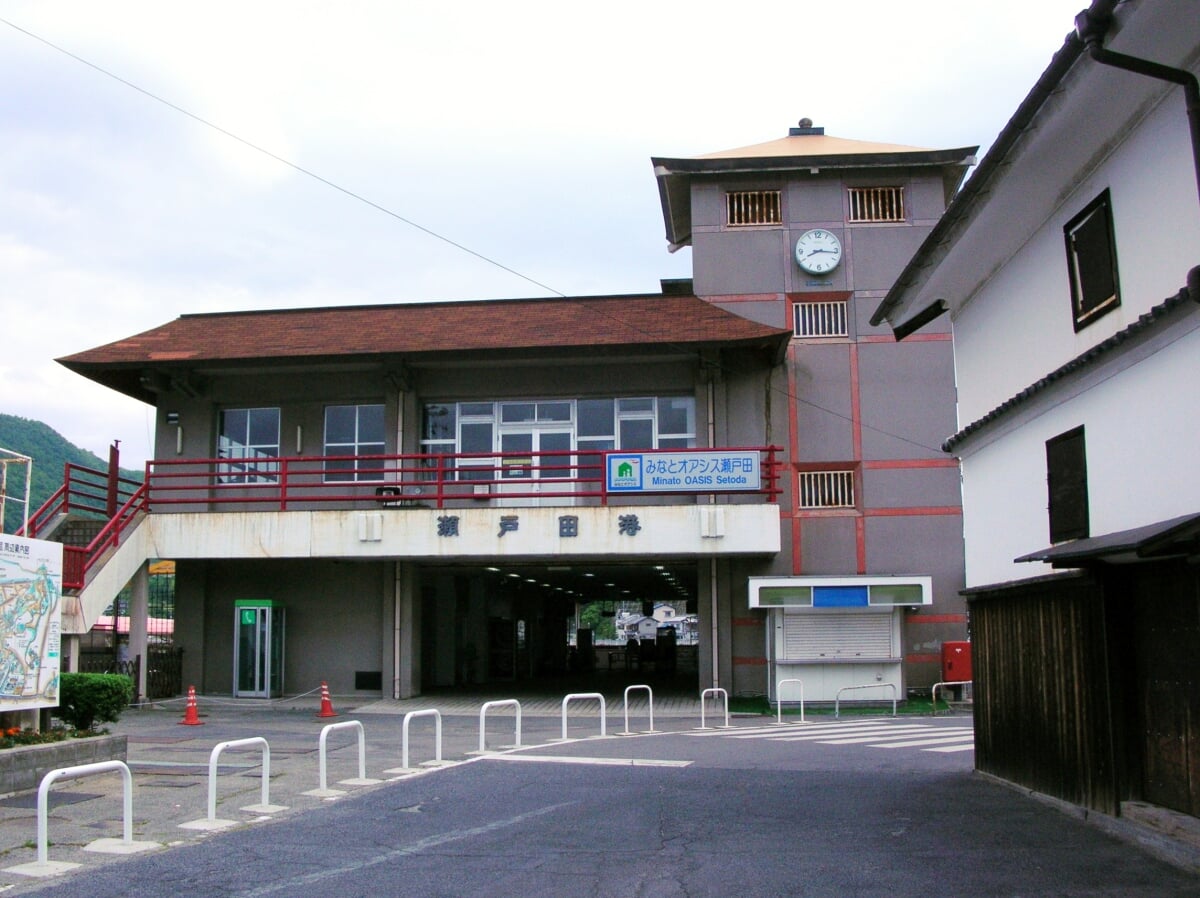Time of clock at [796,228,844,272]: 8:16
